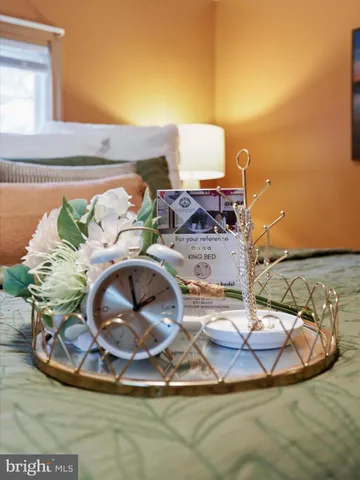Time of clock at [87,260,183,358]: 1:58
